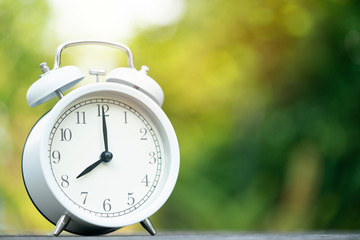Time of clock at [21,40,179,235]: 8:00
